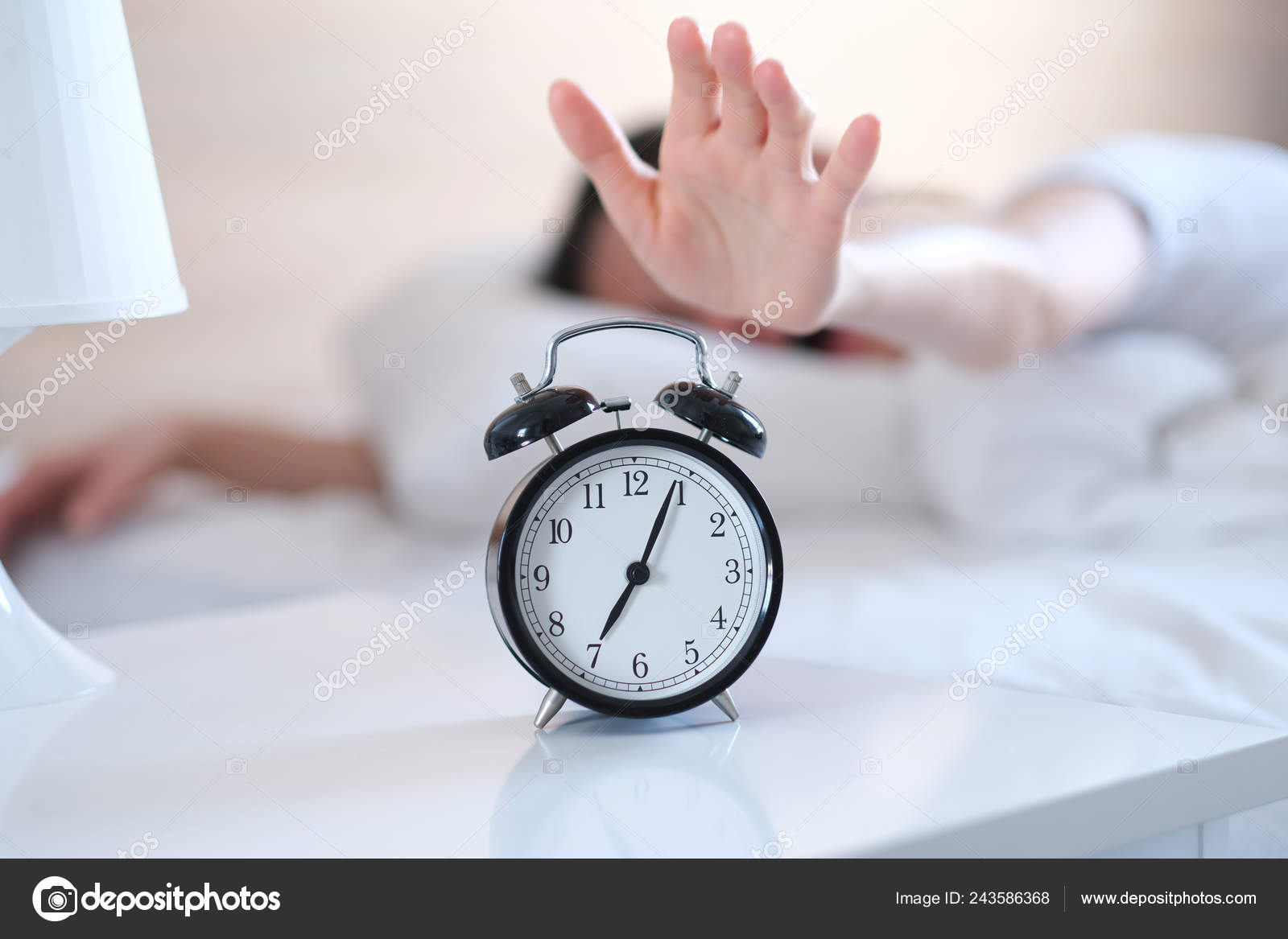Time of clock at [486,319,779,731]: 7:04
